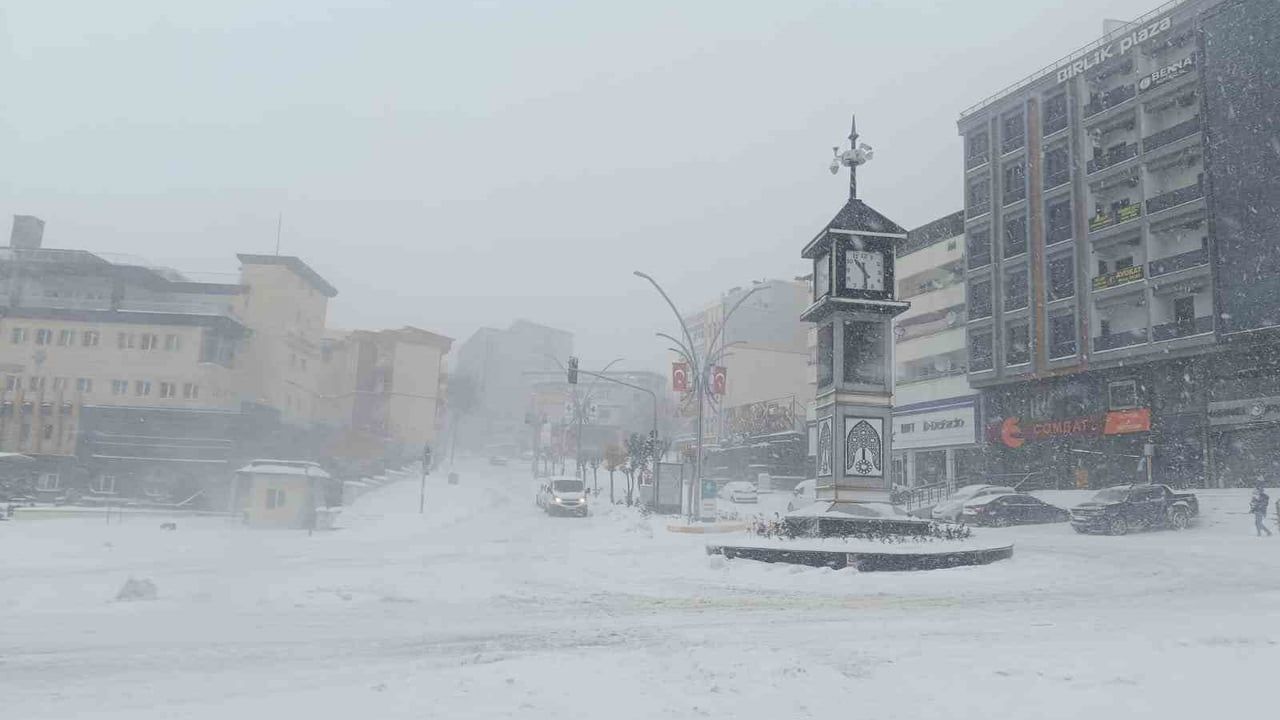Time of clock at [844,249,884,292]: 10:28
